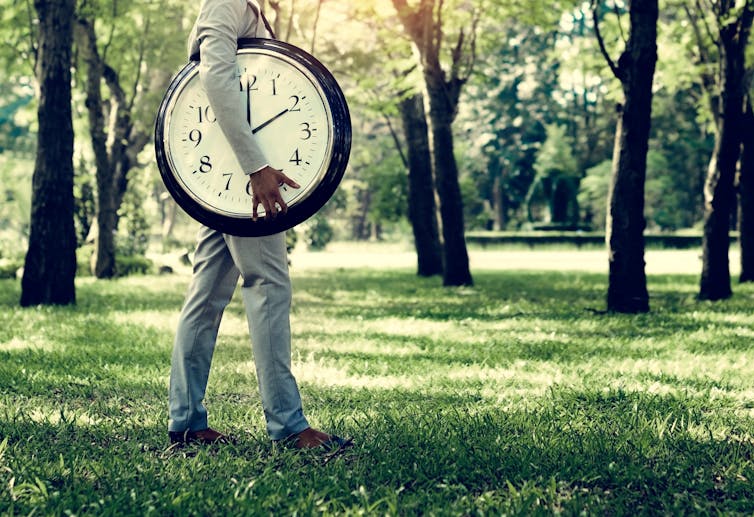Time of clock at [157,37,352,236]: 2:00
